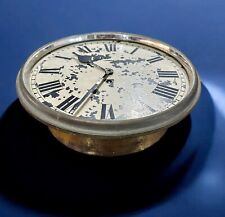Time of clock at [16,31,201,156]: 10:34
